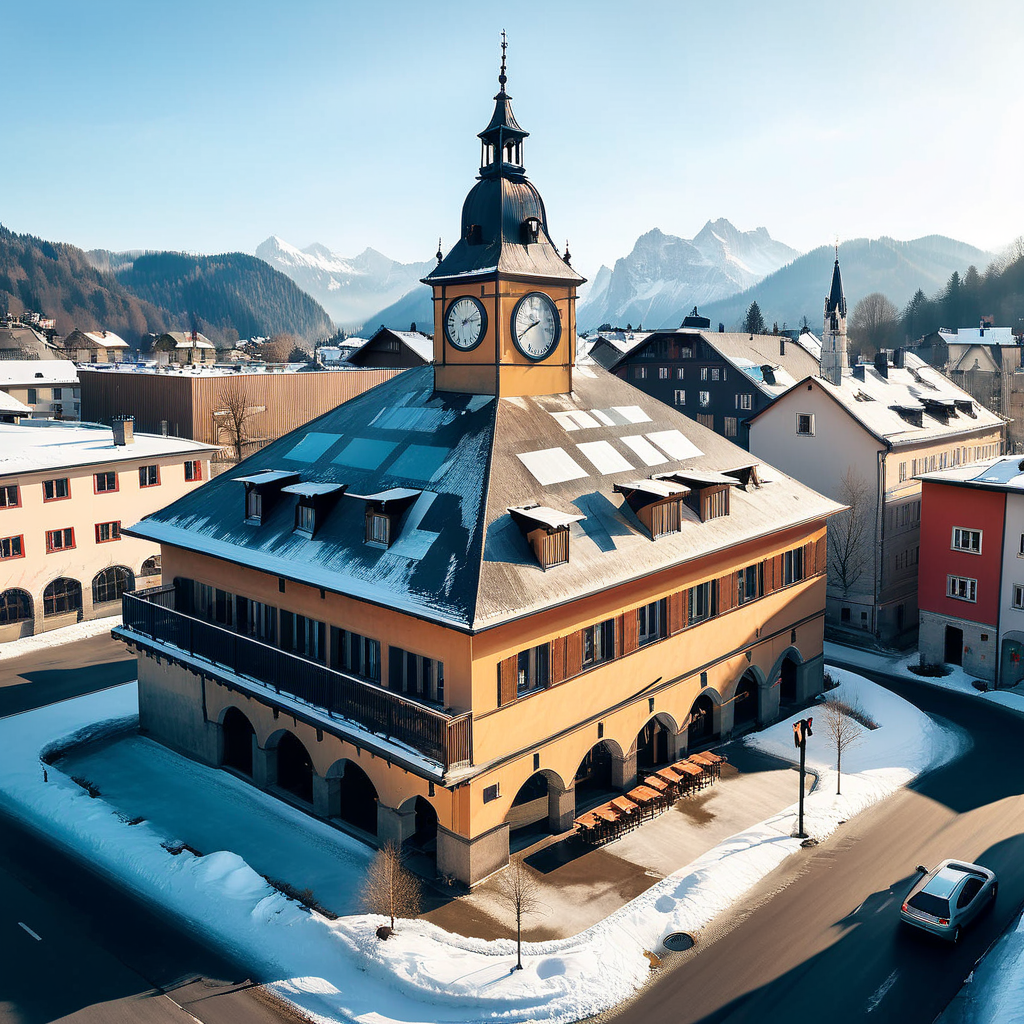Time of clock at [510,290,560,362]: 8:40
